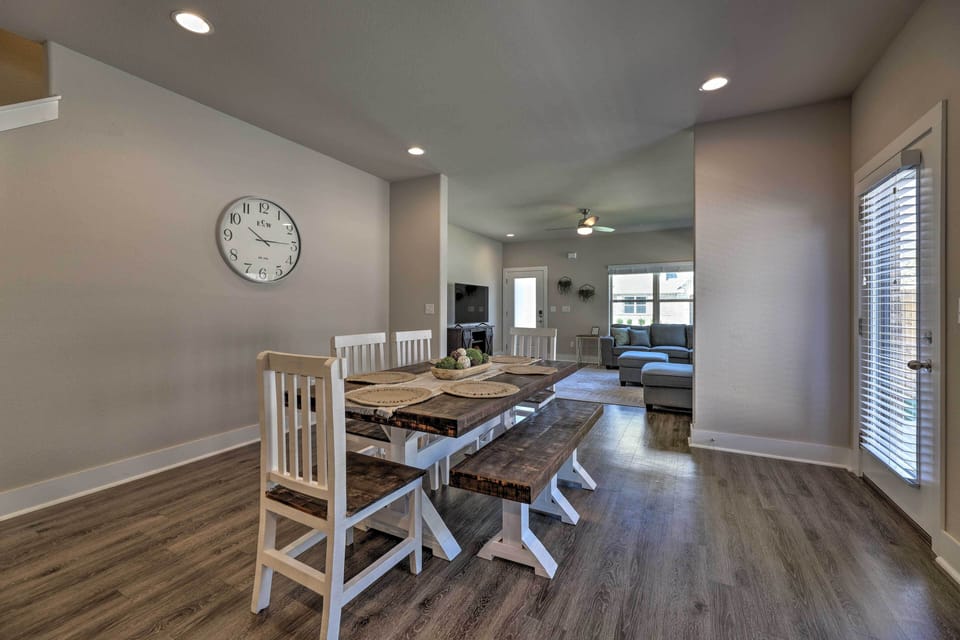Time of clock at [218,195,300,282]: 10:14
